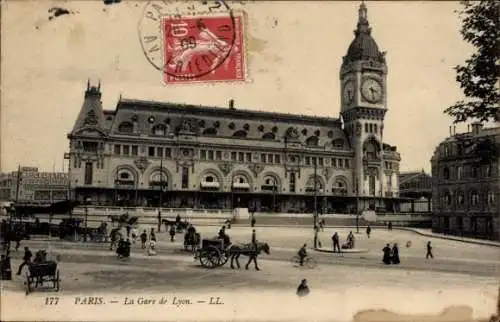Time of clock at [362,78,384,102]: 3:28
